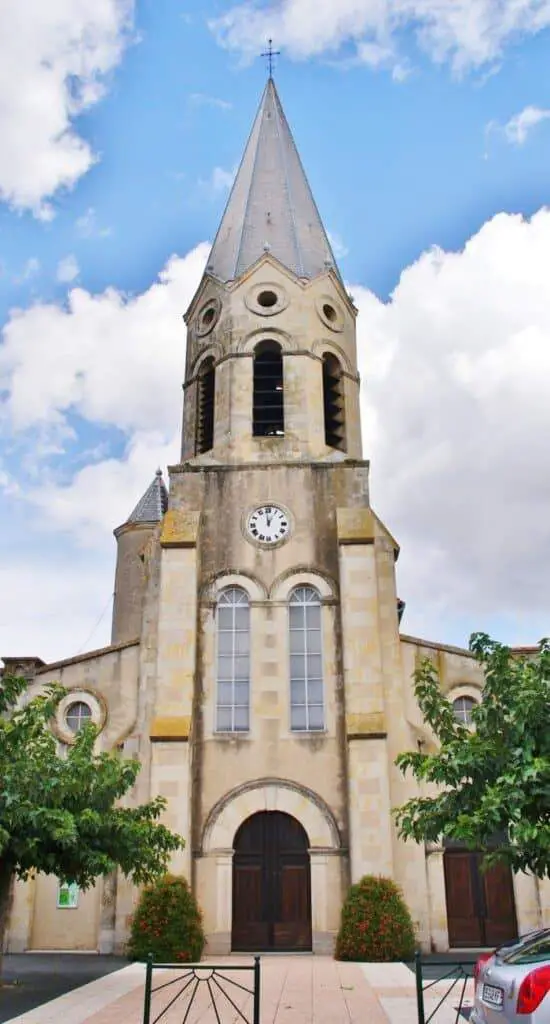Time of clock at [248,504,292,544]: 12:59
